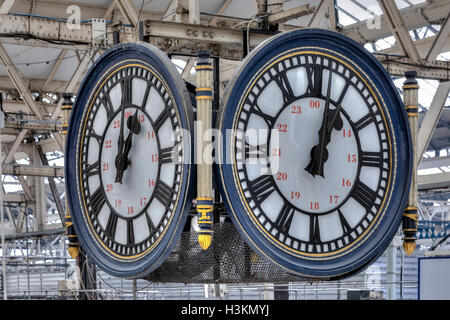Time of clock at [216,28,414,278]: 1:02
